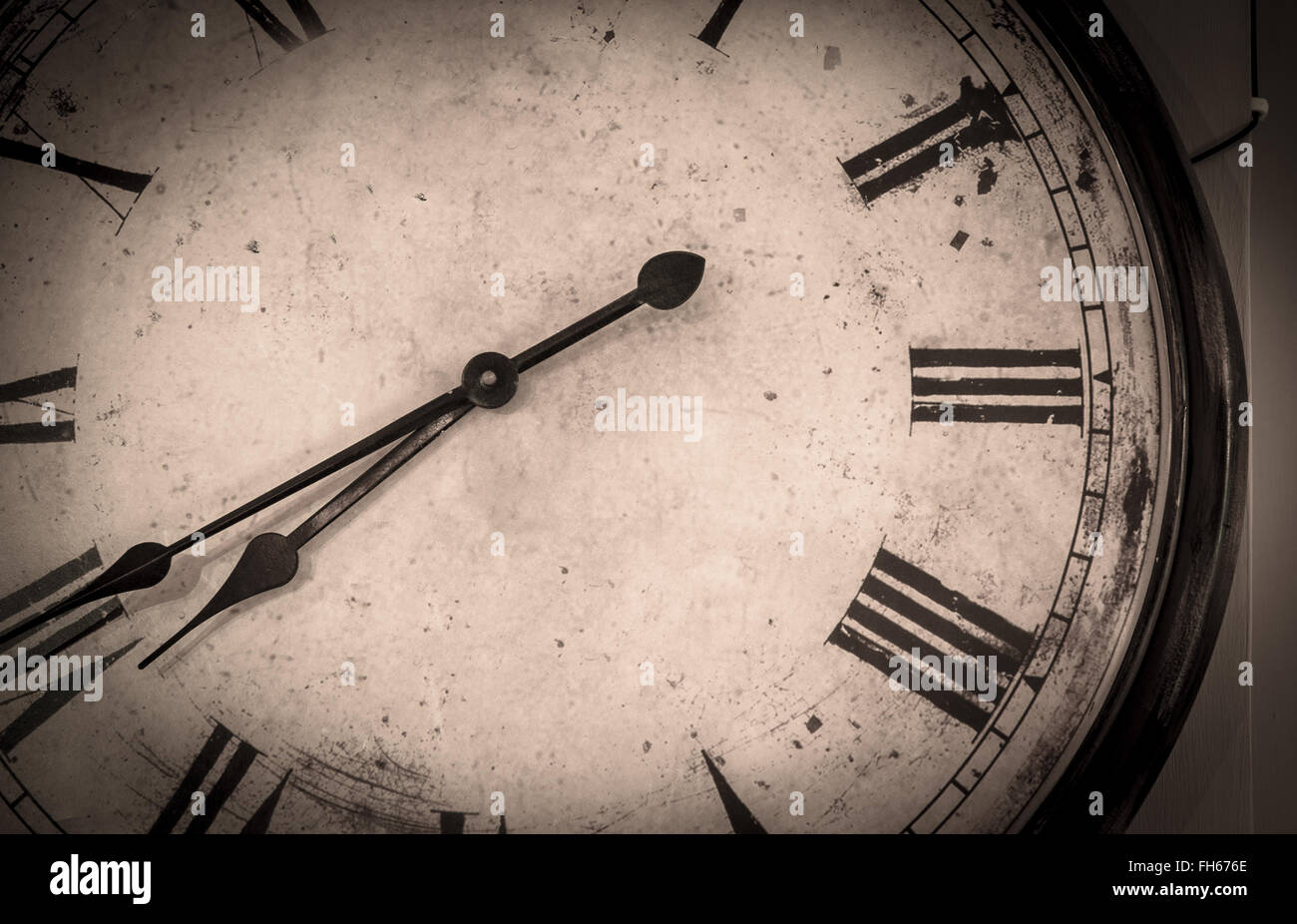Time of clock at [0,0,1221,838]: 7:40
